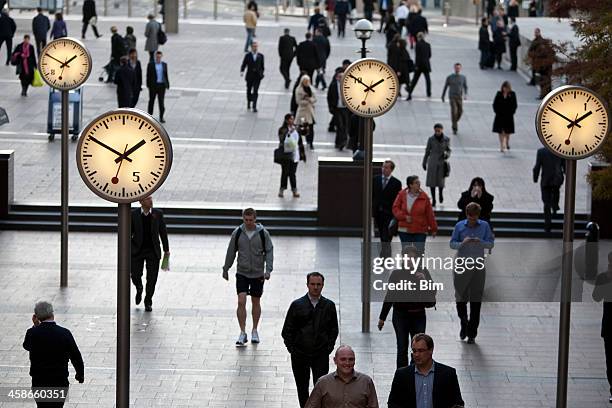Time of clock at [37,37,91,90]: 1:50
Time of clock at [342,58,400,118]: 1:50
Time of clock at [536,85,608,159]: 1:50
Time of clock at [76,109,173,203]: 1:50
